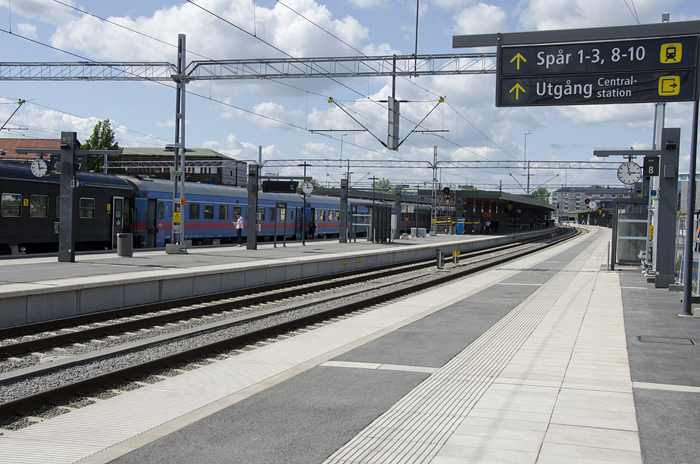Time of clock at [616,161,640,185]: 2:57
